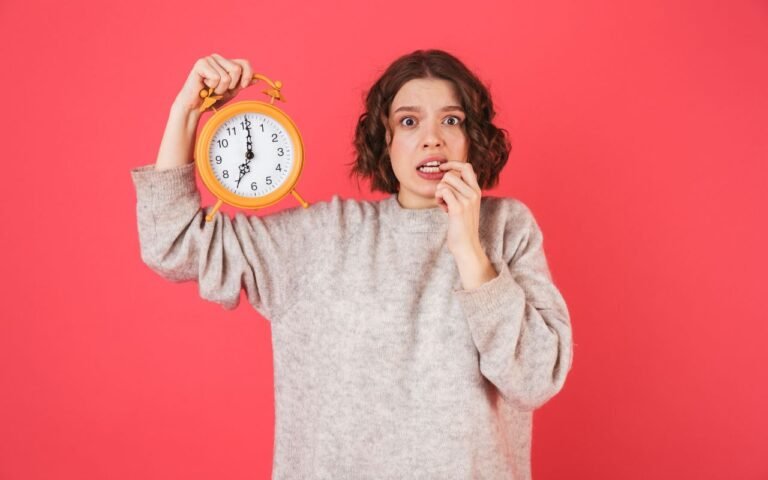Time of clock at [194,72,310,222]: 7:00
